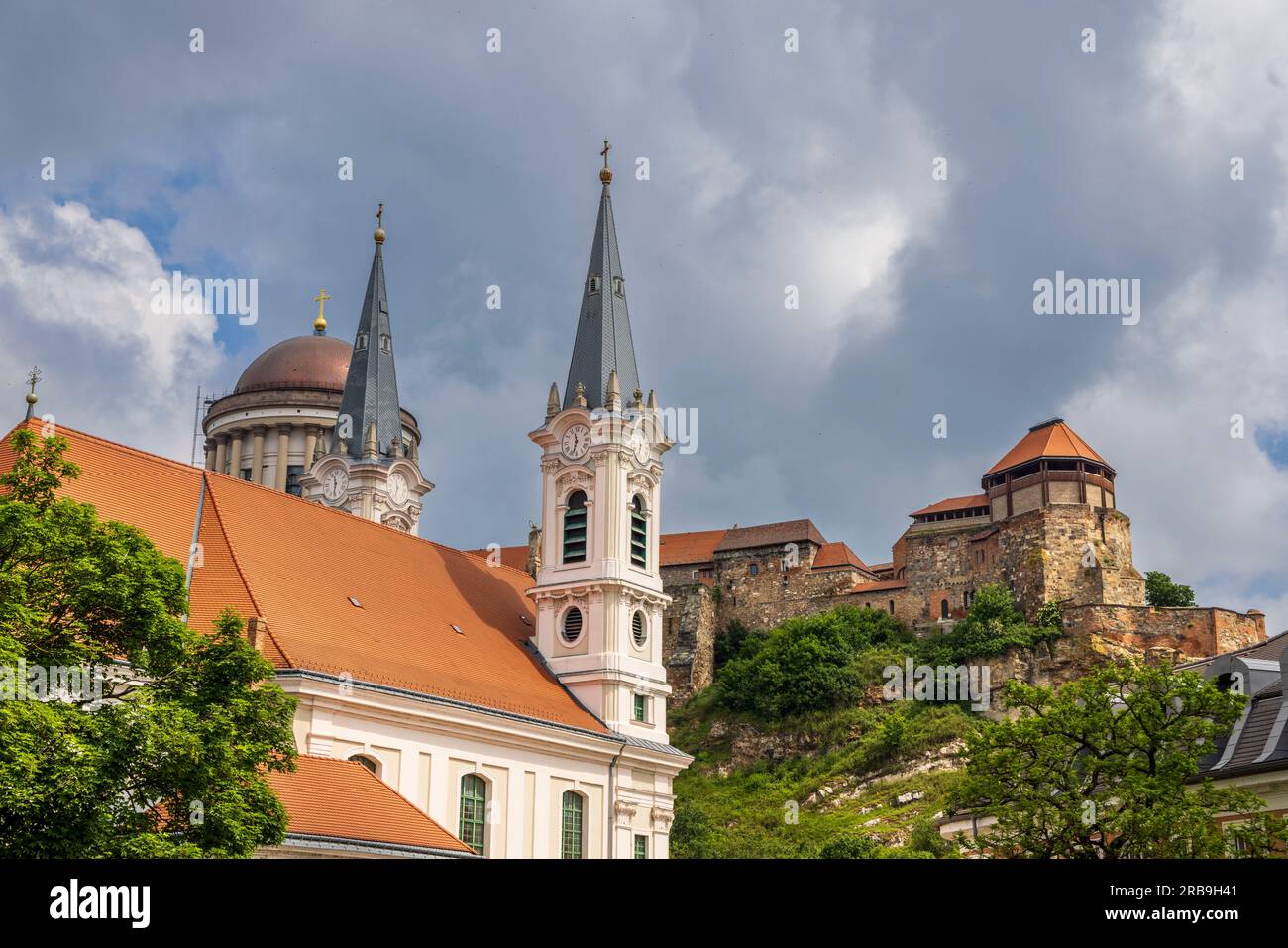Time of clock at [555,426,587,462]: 11:32
